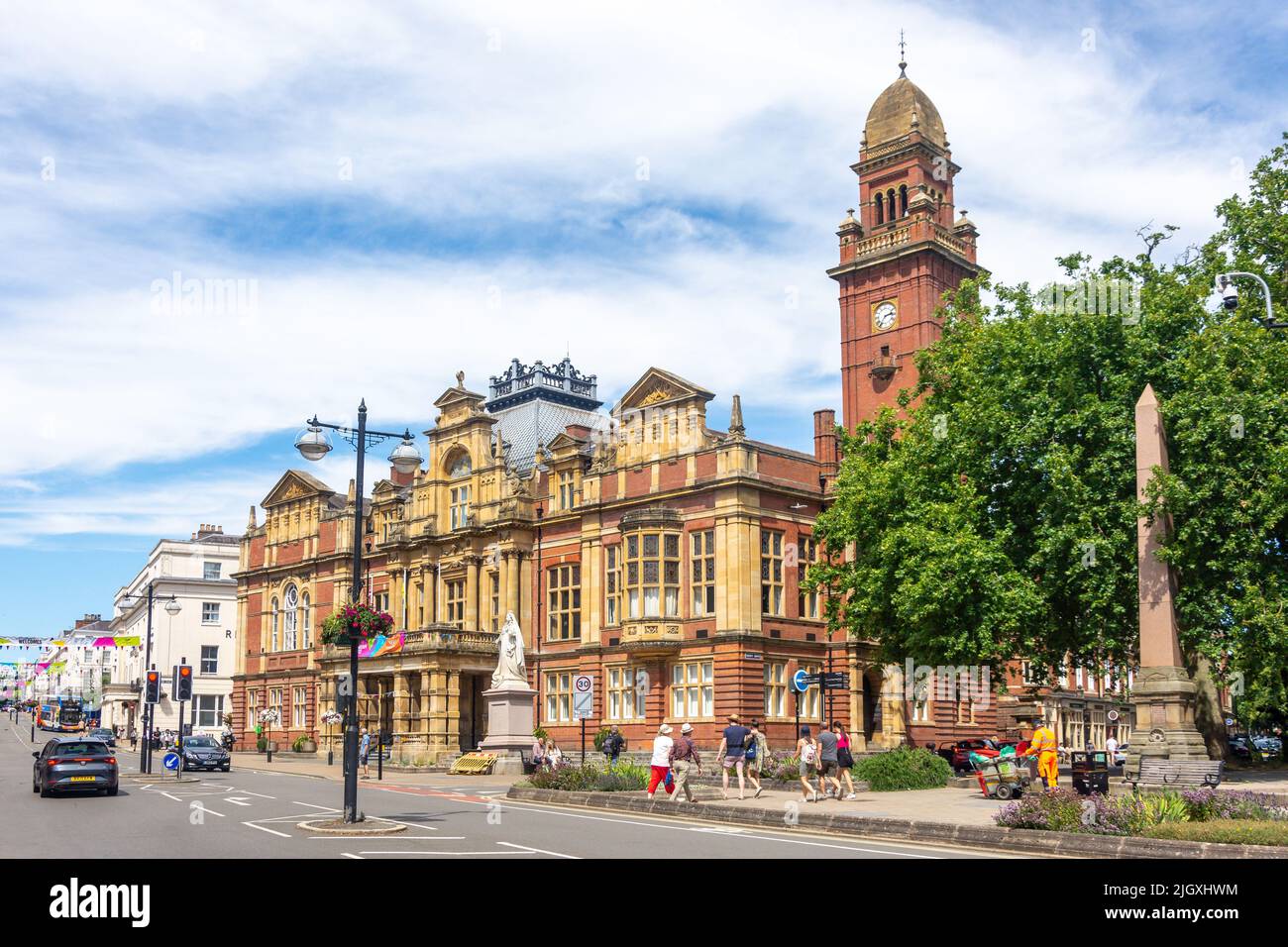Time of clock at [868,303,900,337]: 2:36
